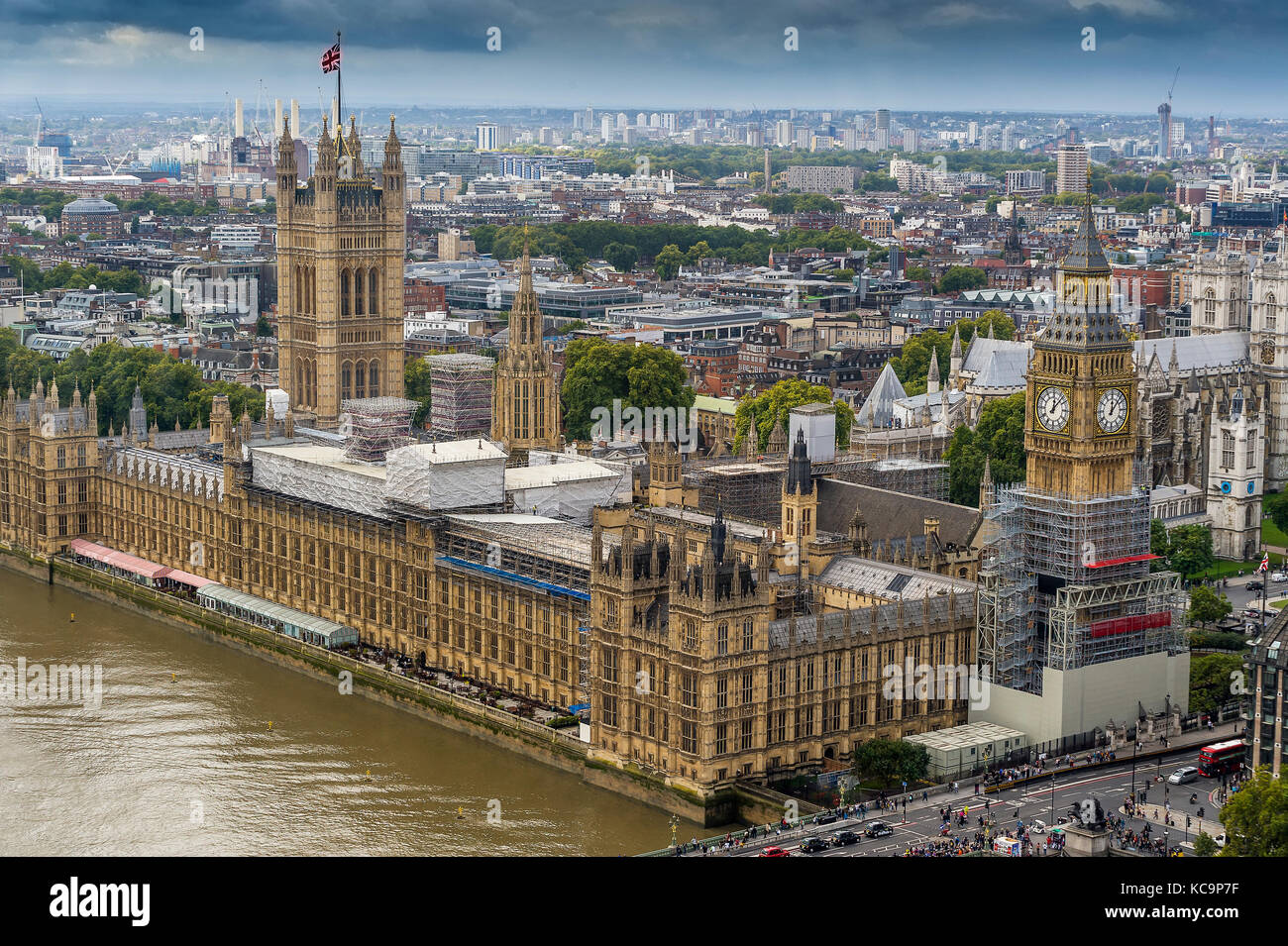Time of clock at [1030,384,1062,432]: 12:07
